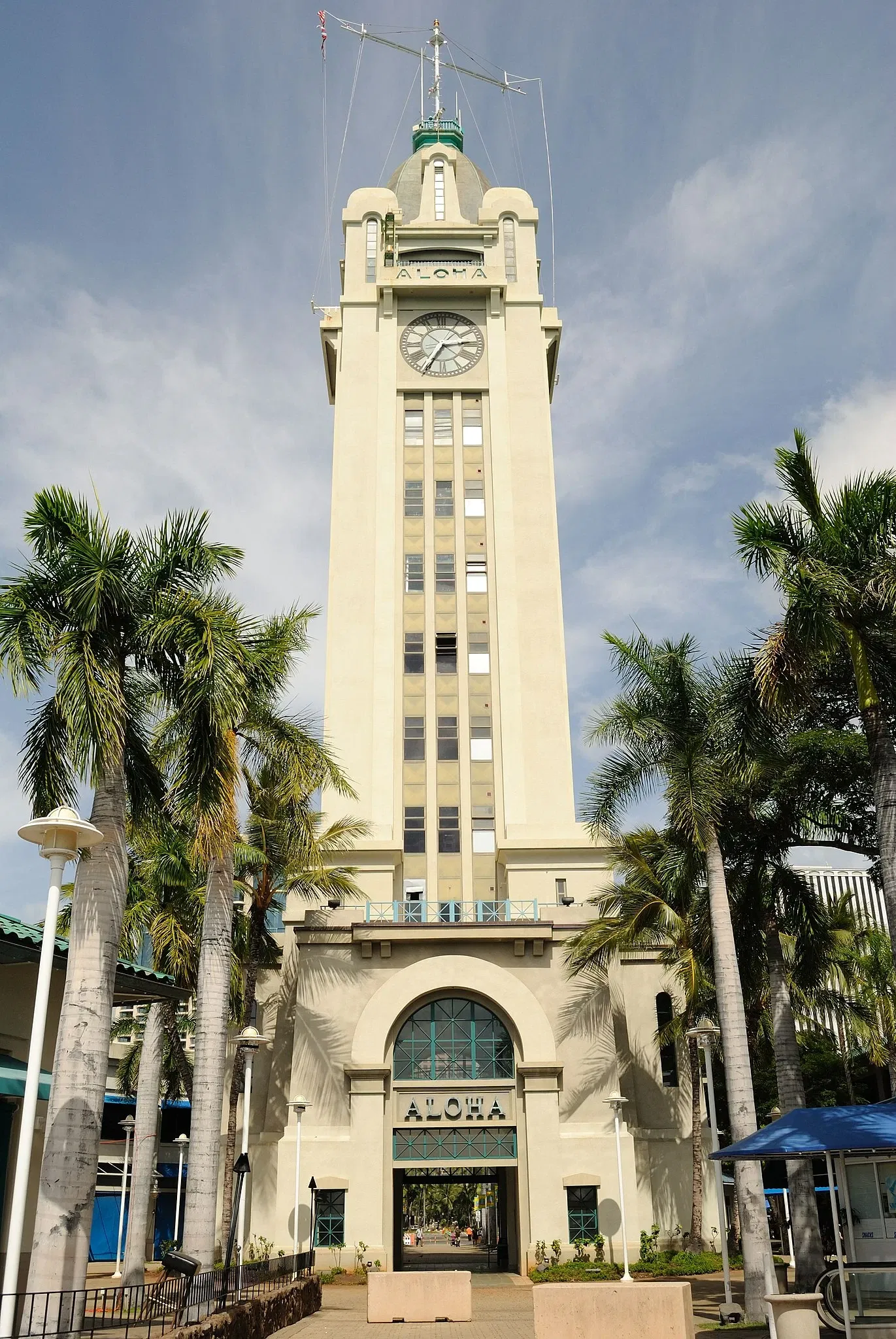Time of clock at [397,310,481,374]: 2:34
